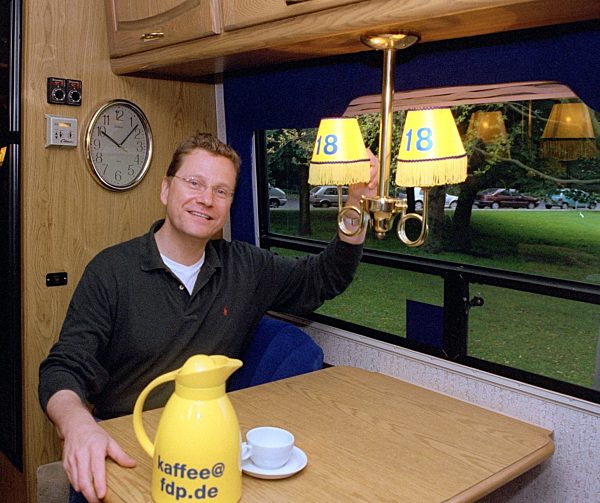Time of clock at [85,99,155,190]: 10:07
